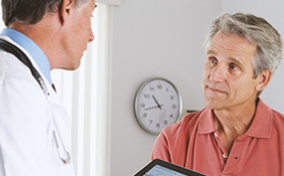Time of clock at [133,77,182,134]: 10:42
